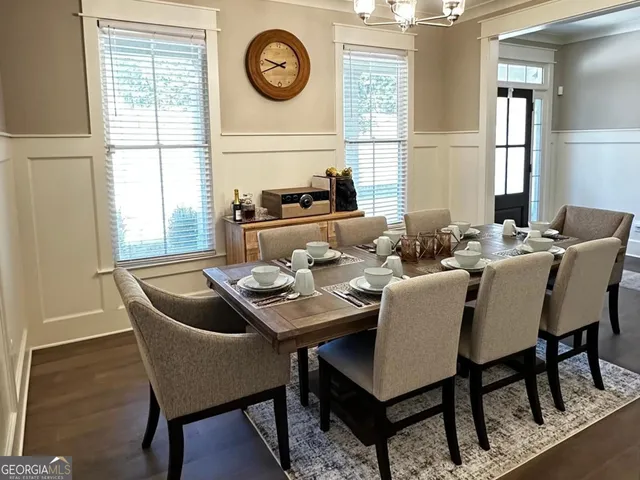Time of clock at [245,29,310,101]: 9:41
